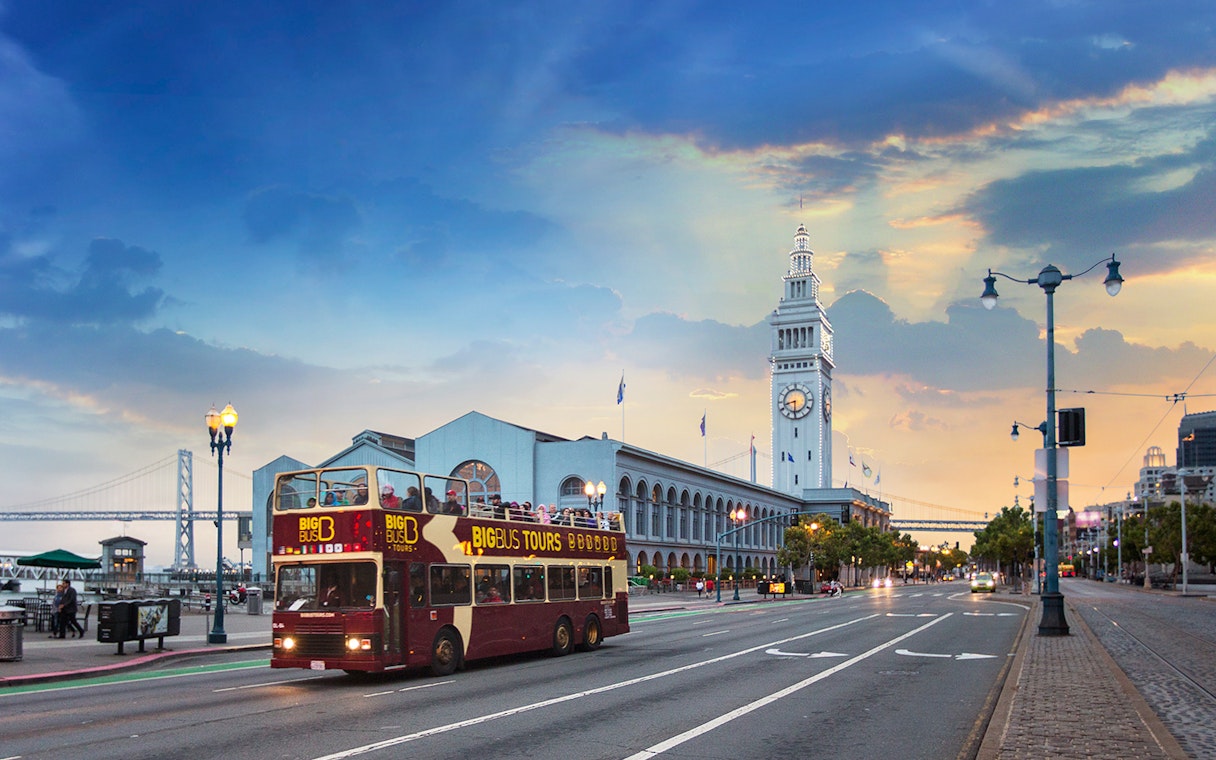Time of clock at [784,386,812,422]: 8:30
